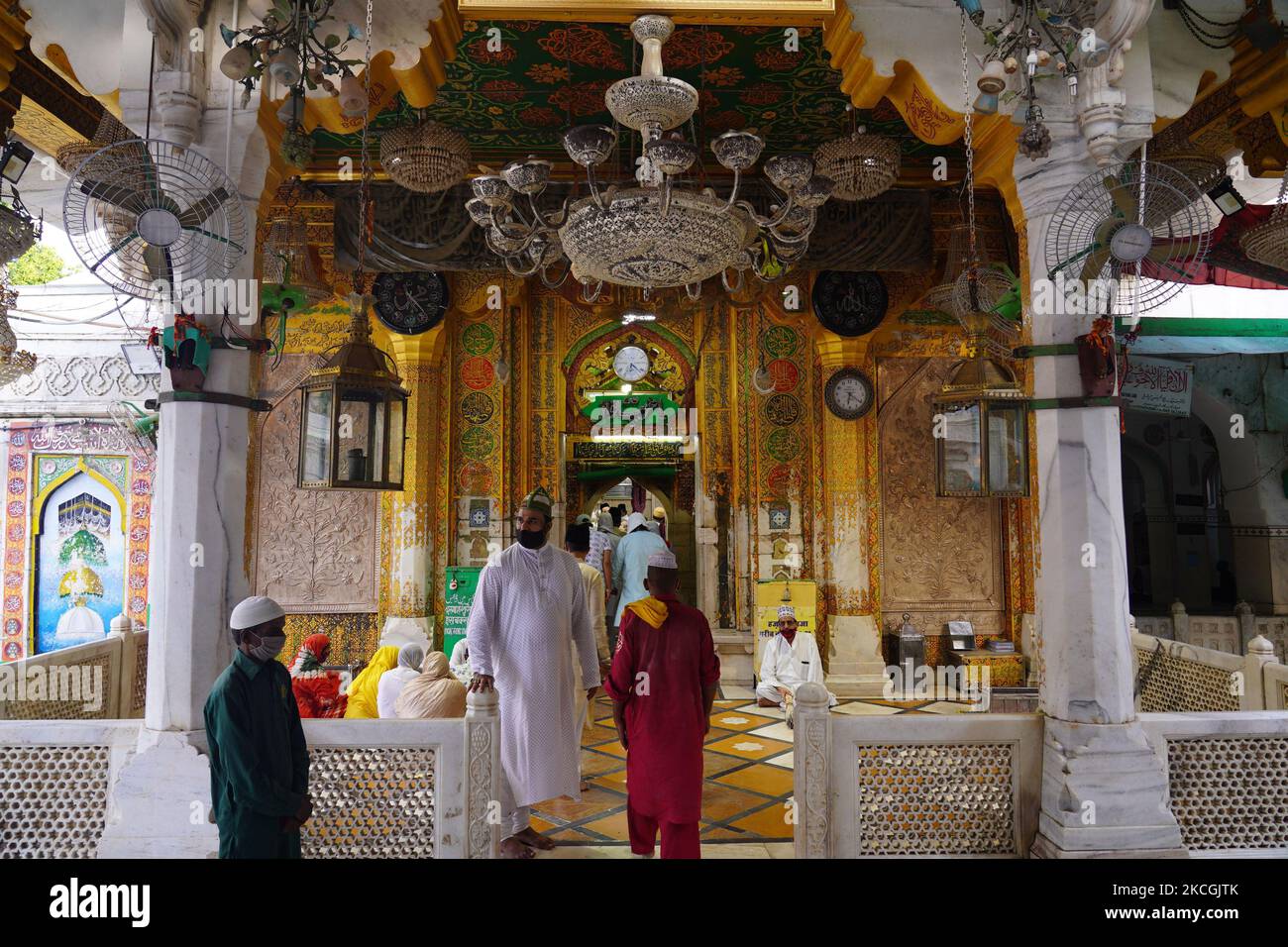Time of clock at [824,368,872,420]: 6:21
